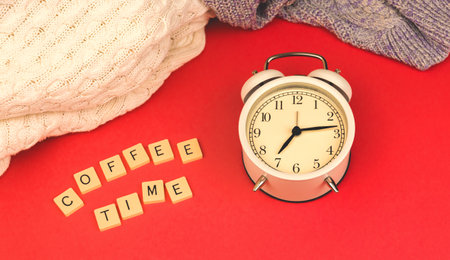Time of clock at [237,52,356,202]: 7:13
